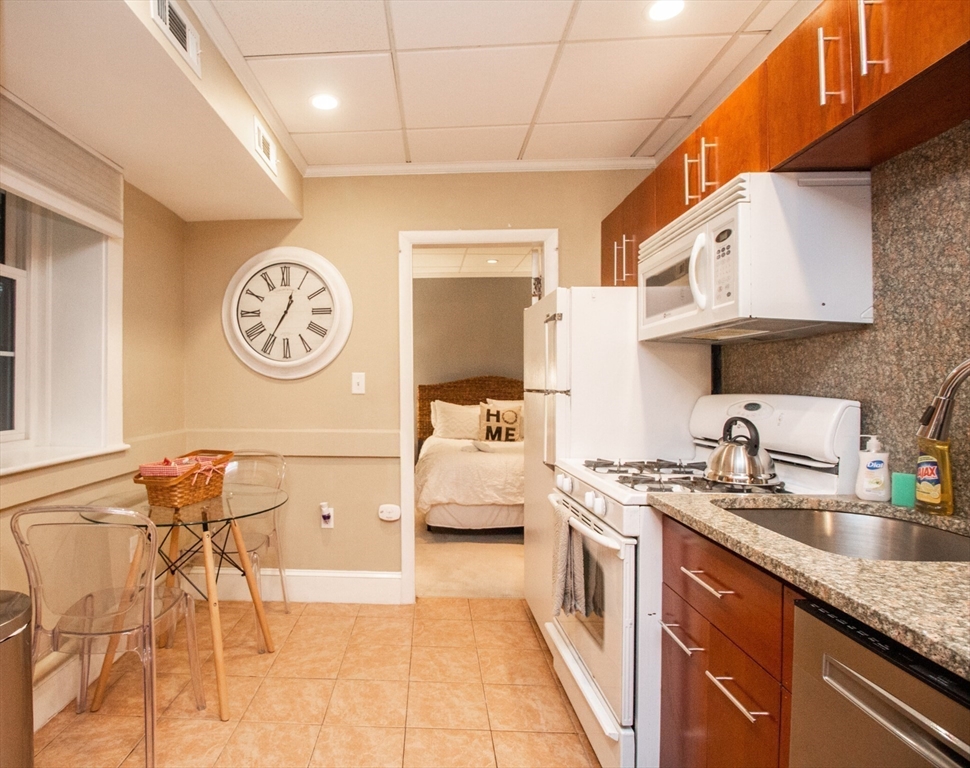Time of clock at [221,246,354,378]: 12:35
